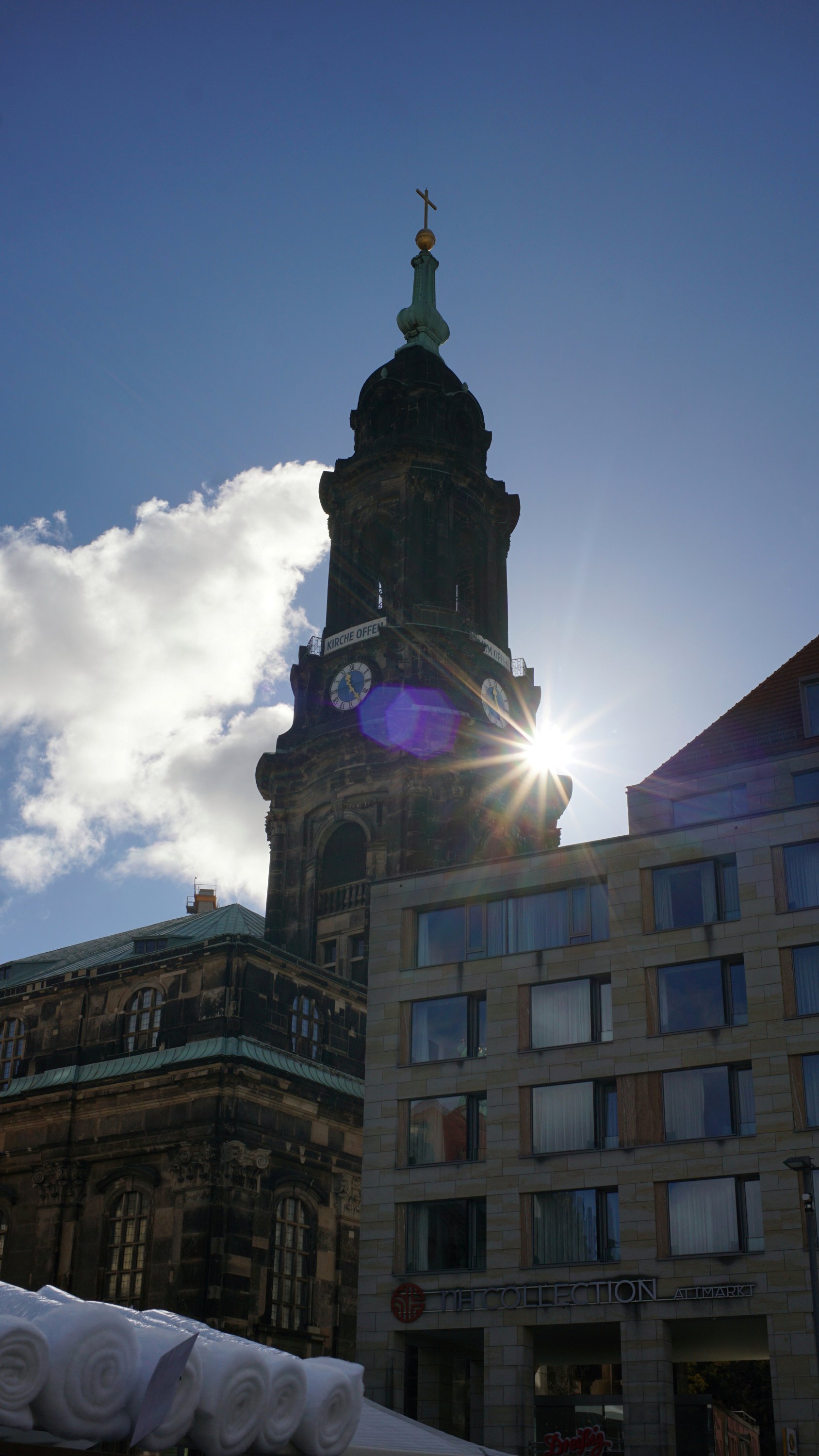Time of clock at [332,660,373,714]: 11:24
